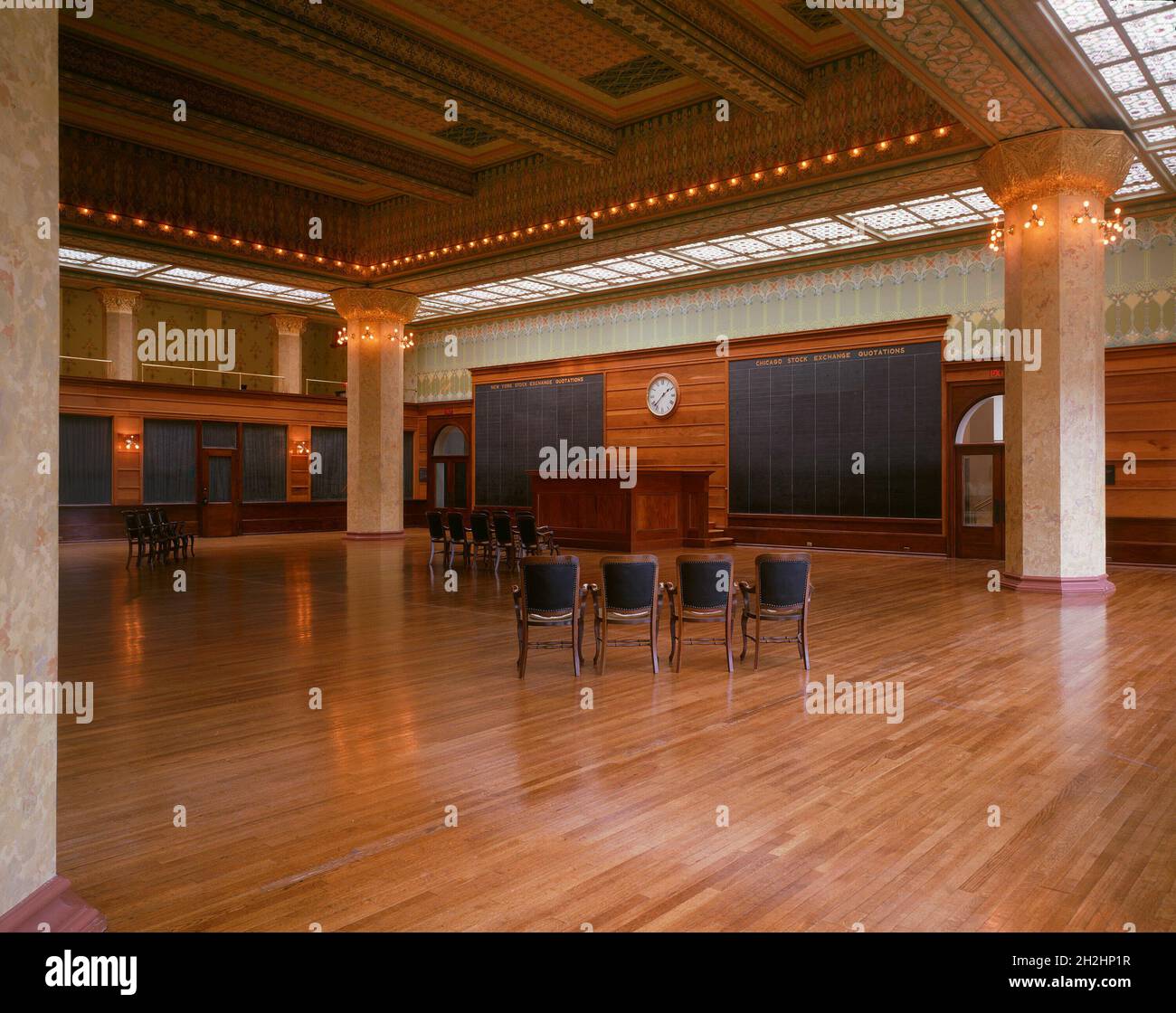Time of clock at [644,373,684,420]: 1:37
